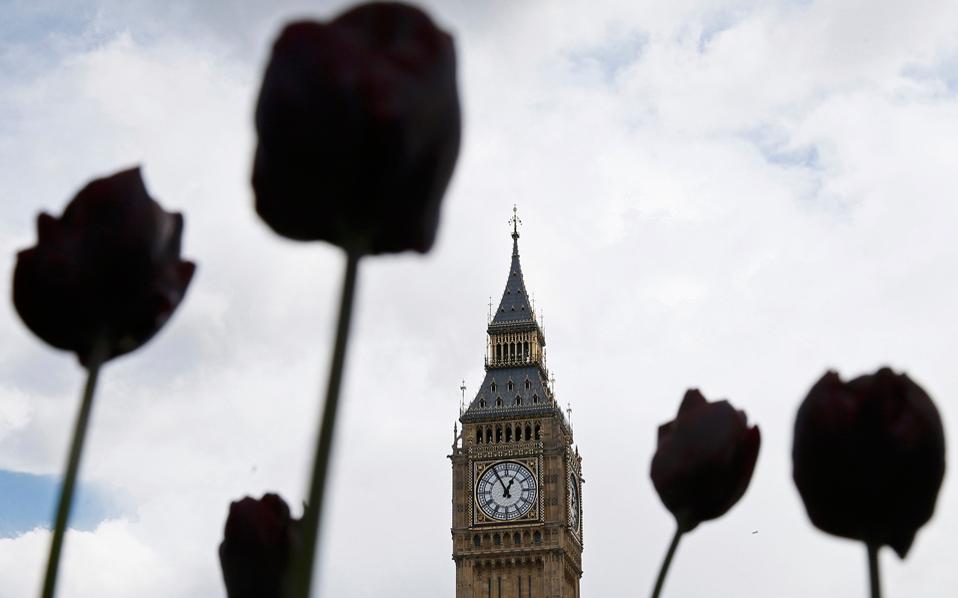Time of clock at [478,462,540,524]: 12:55
